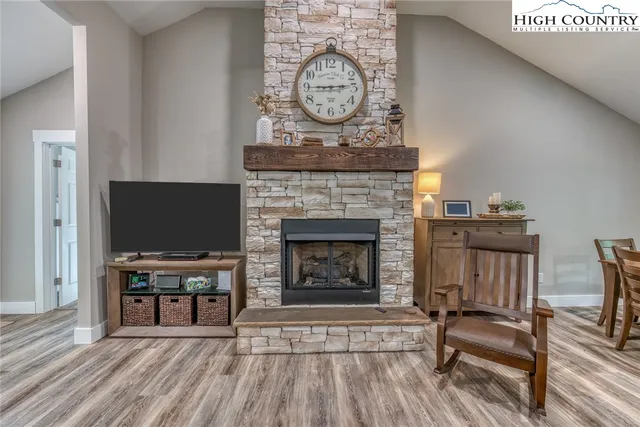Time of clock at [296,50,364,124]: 2:45
